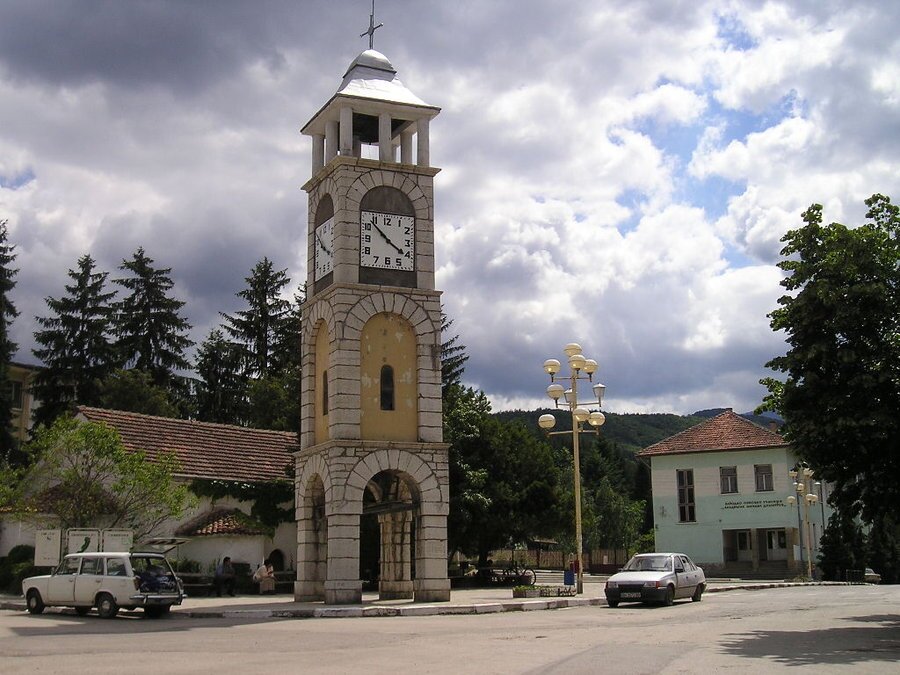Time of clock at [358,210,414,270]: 3:52
